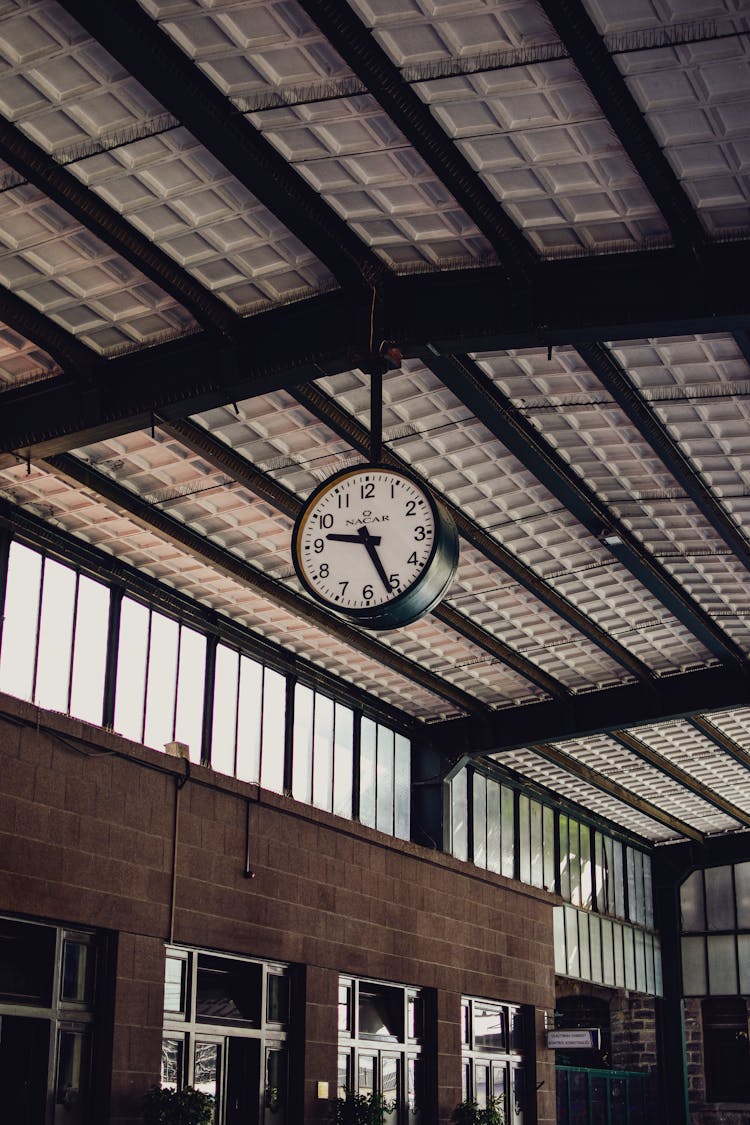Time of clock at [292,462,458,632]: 9:26
